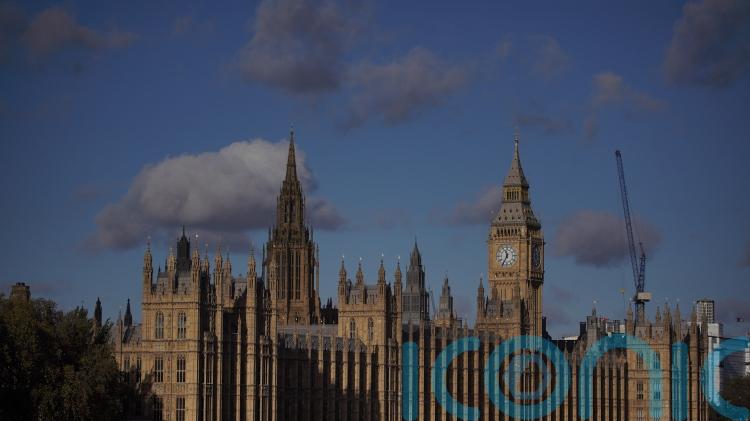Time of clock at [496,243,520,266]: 11:34
